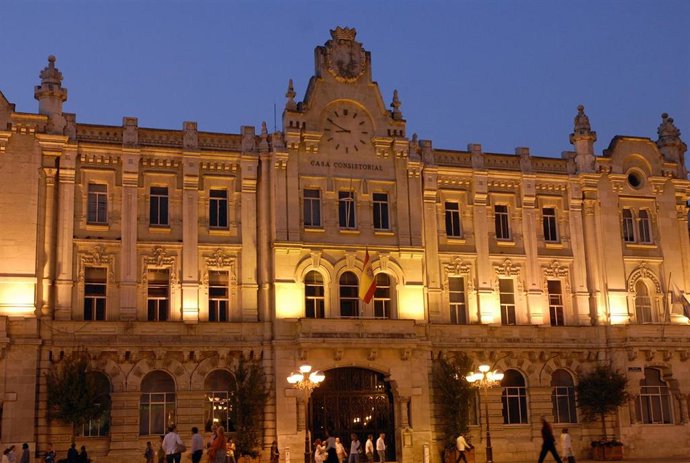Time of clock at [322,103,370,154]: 8:49
